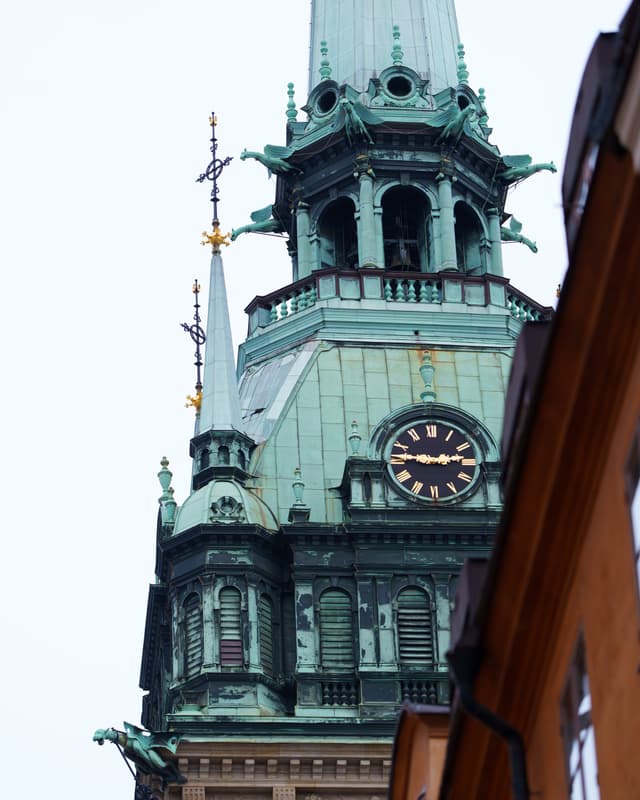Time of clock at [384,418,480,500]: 2:46
